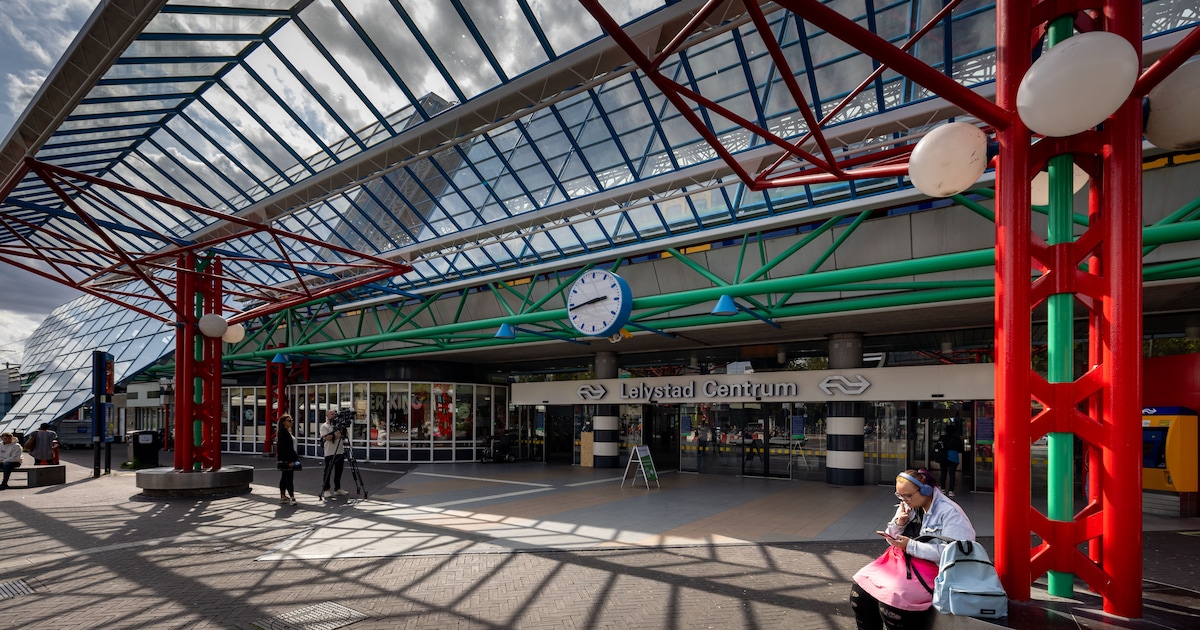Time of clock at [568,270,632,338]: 2:43
